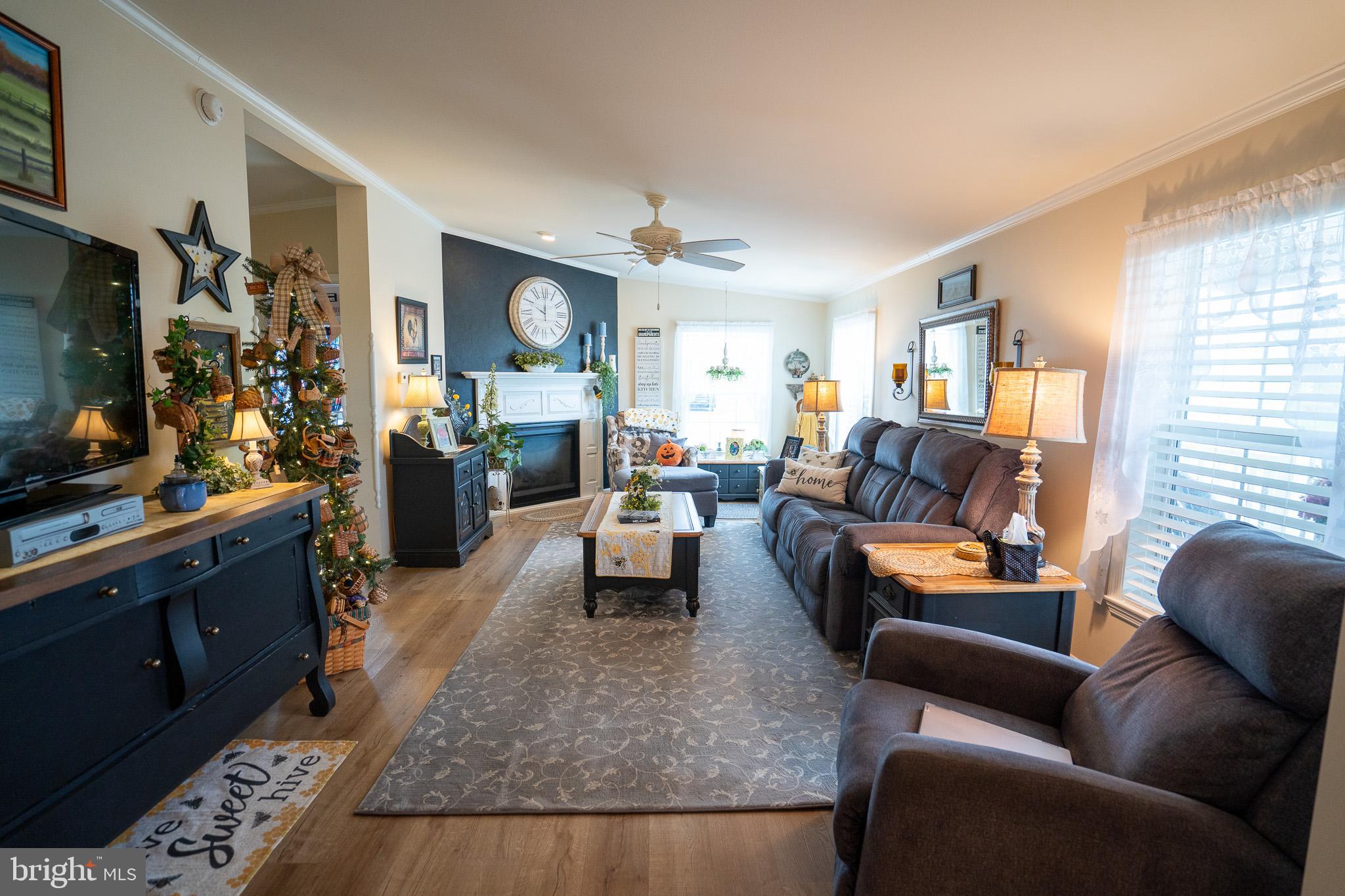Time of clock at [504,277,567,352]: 10:00
